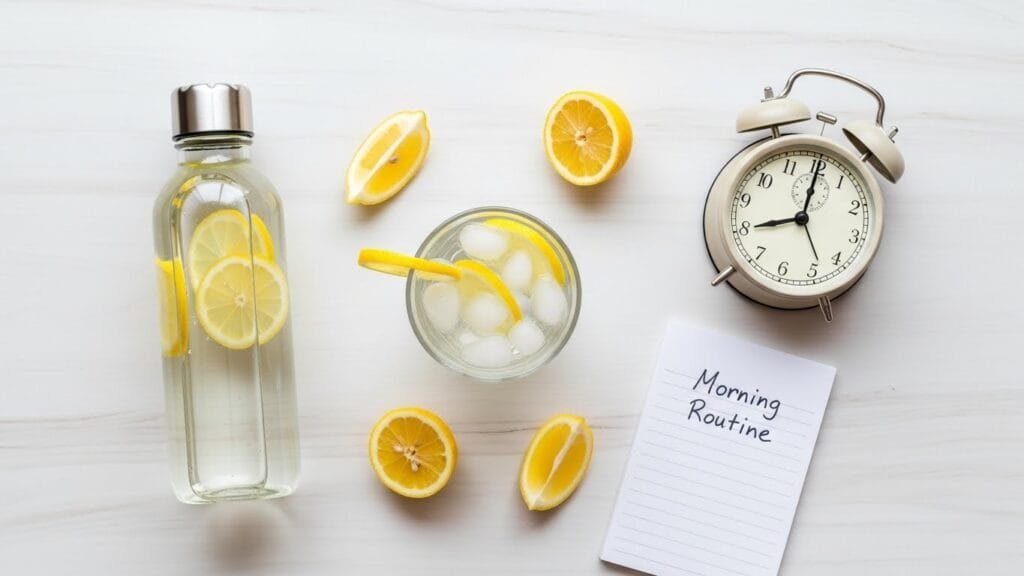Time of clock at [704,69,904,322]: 8:00
